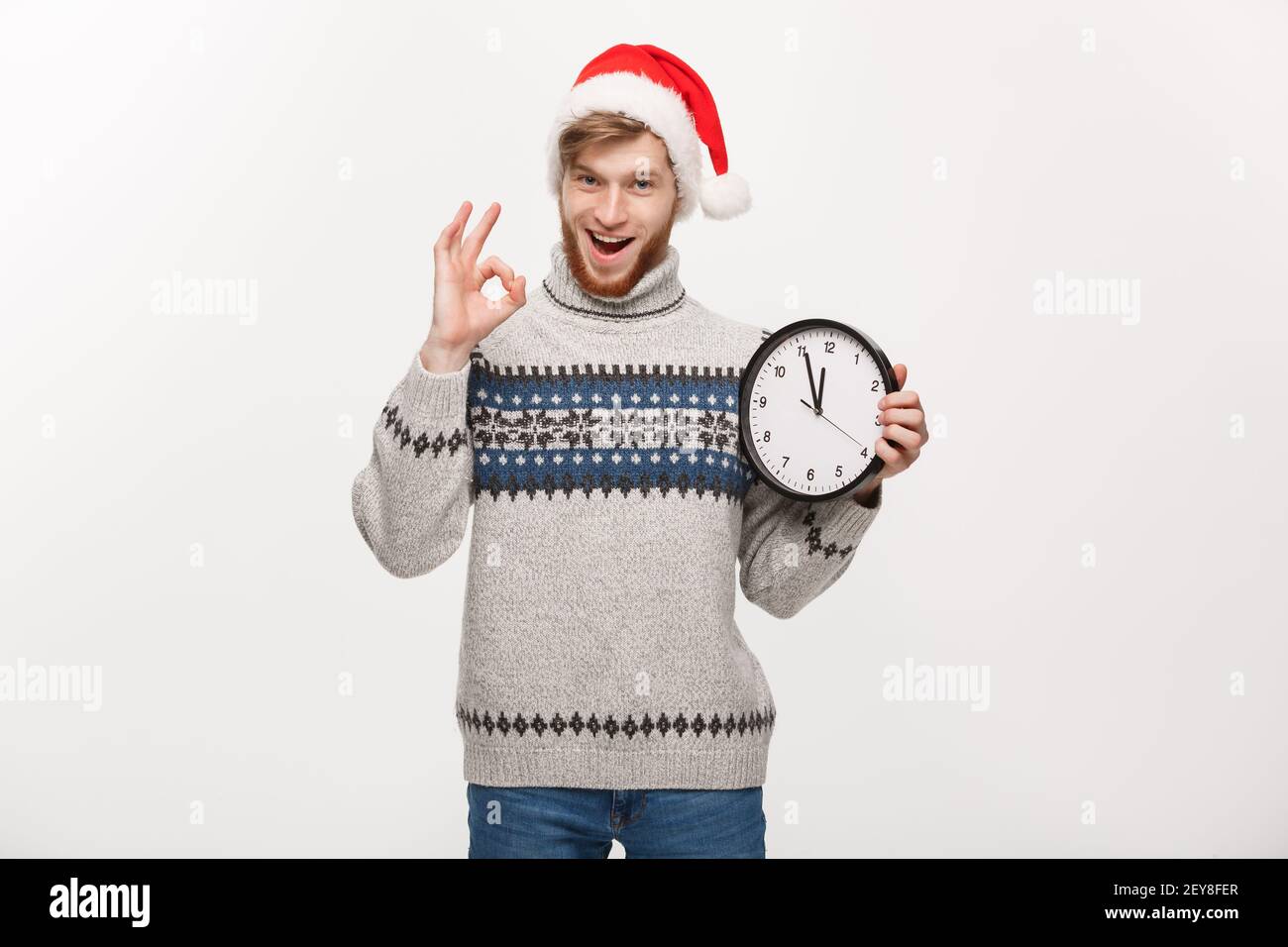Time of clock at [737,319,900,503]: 11:55
